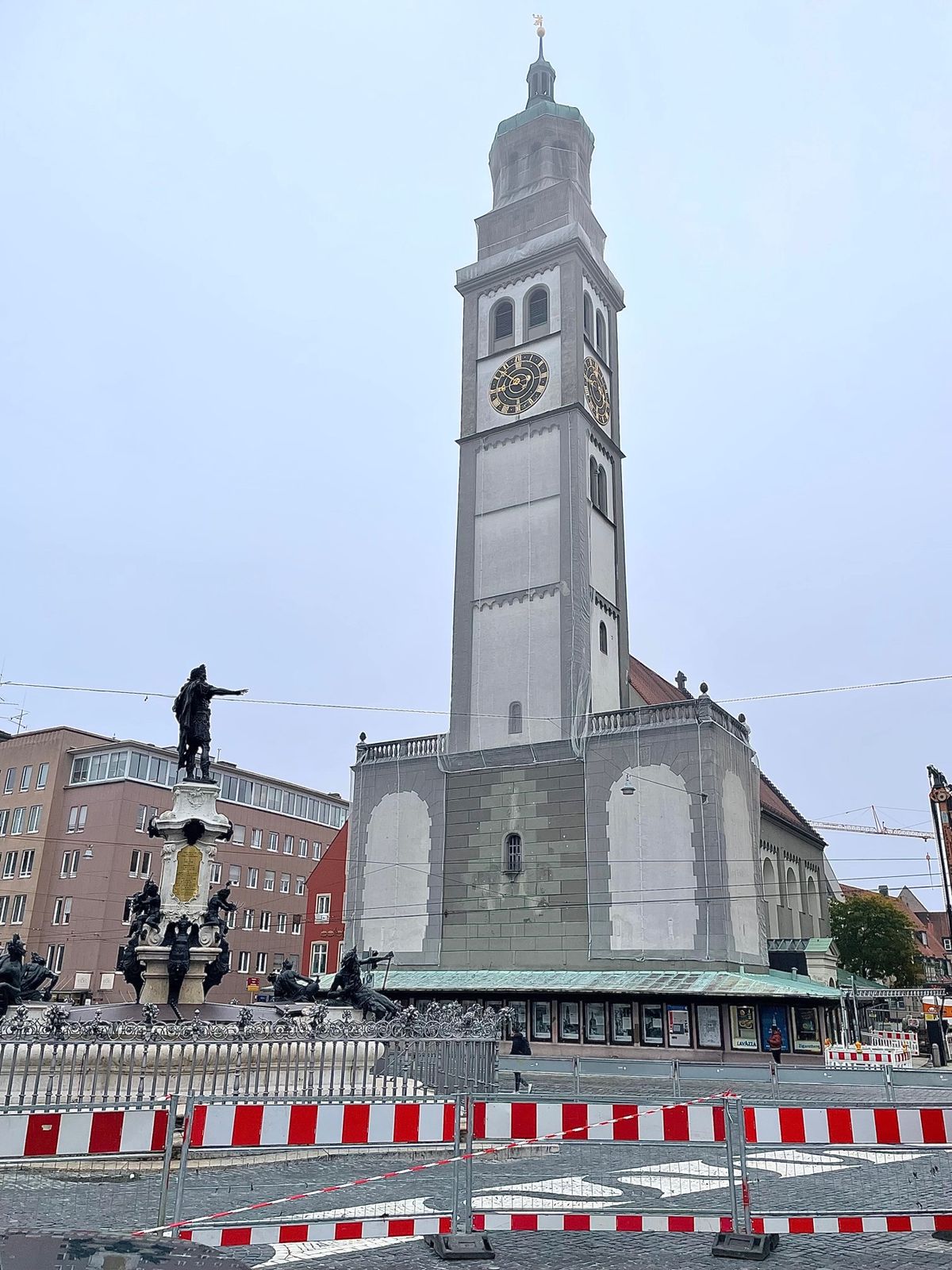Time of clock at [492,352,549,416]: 8:52
